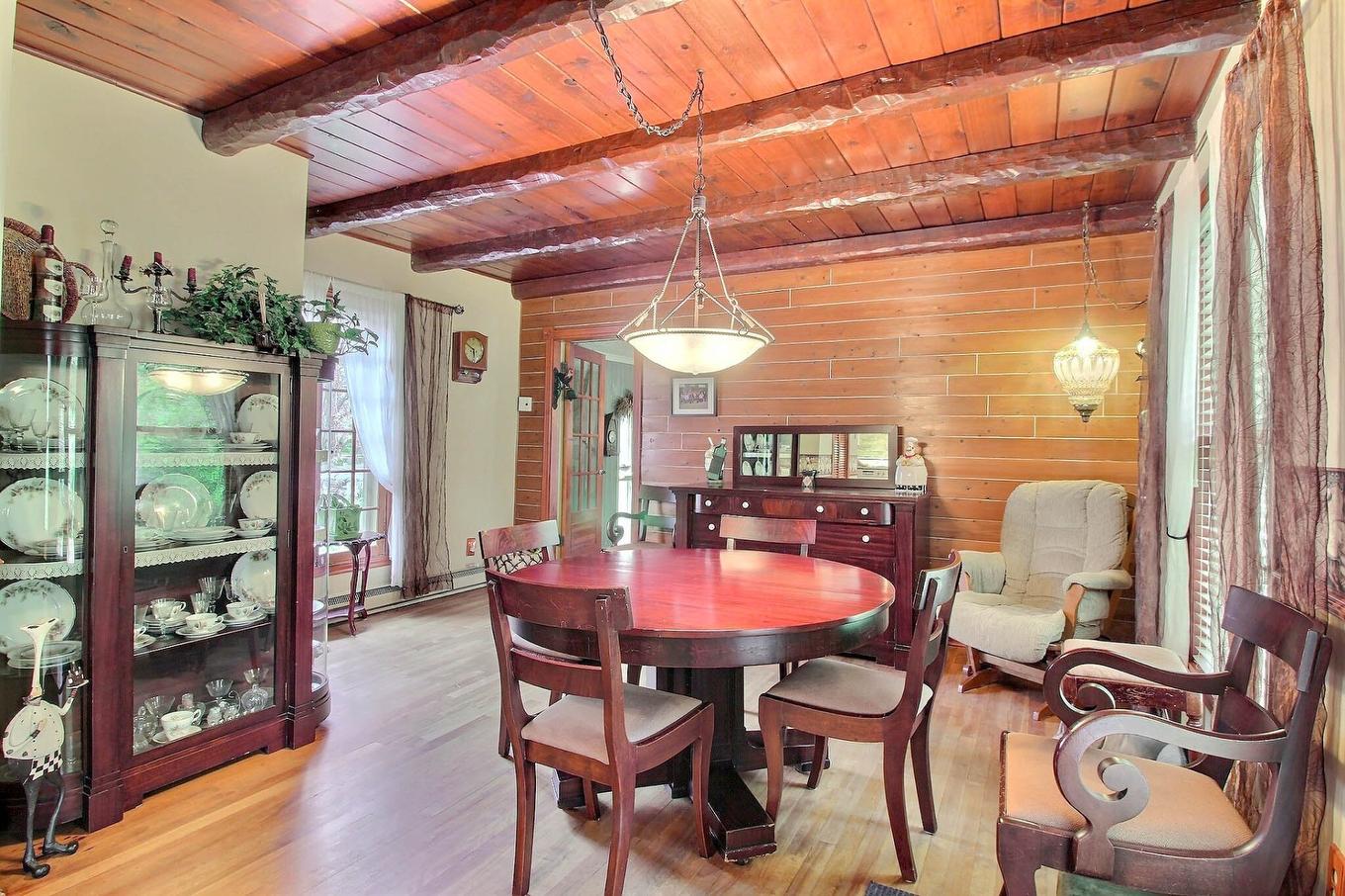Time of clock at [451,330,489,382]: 5:49
